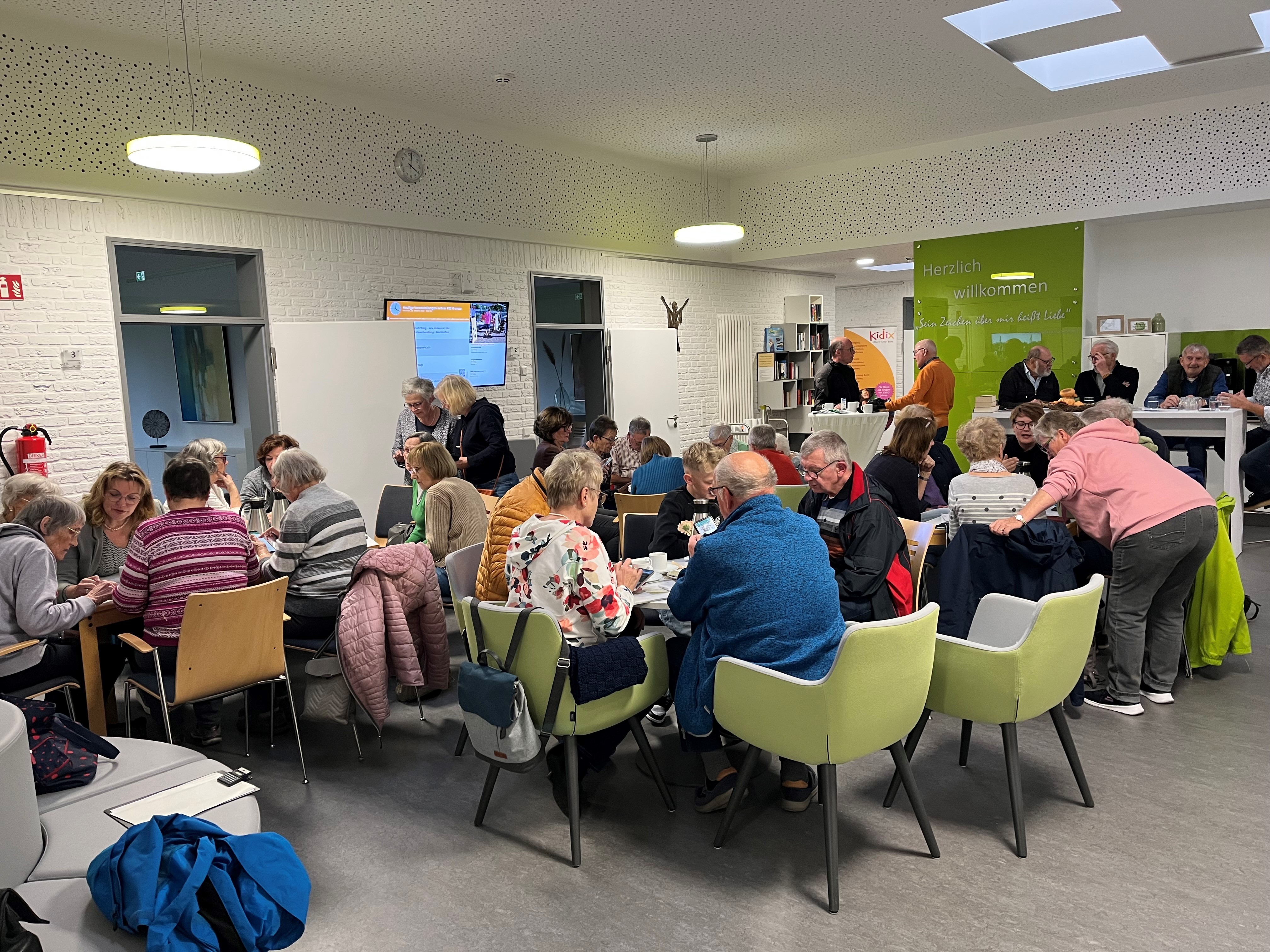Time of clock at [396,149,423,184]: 4:01
